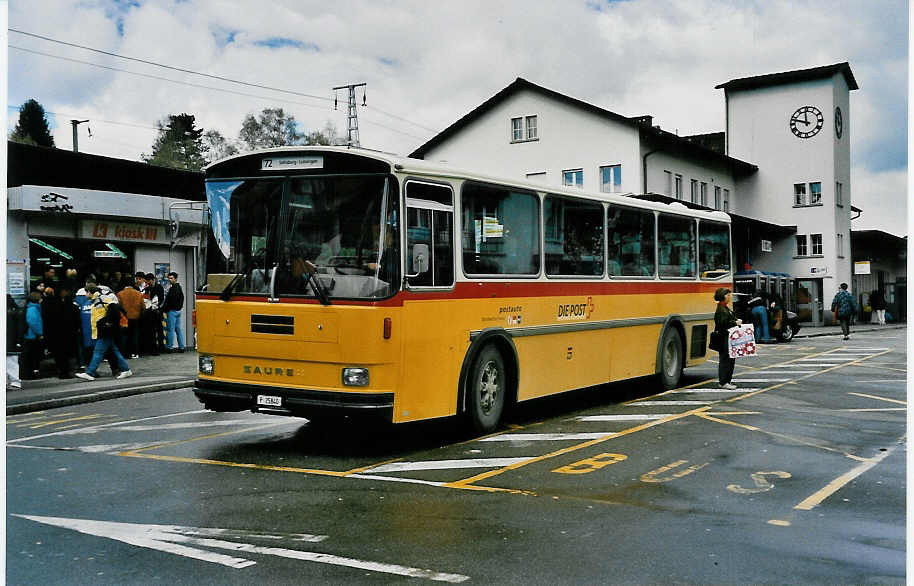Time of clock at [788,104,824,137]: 11:47
